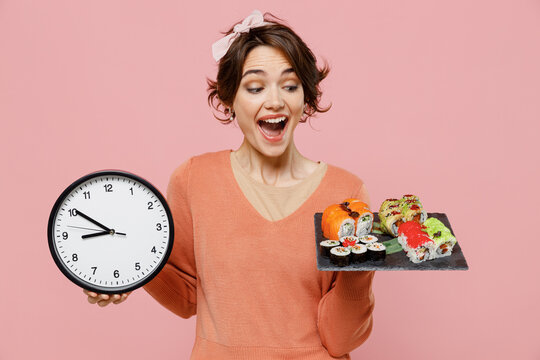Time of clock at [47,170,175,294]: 8:50
